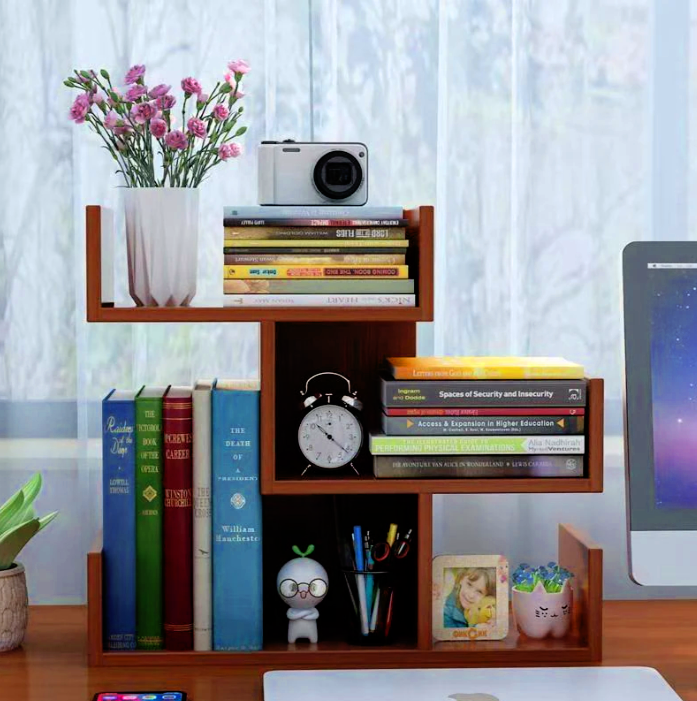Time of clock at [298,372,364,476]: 10:21
